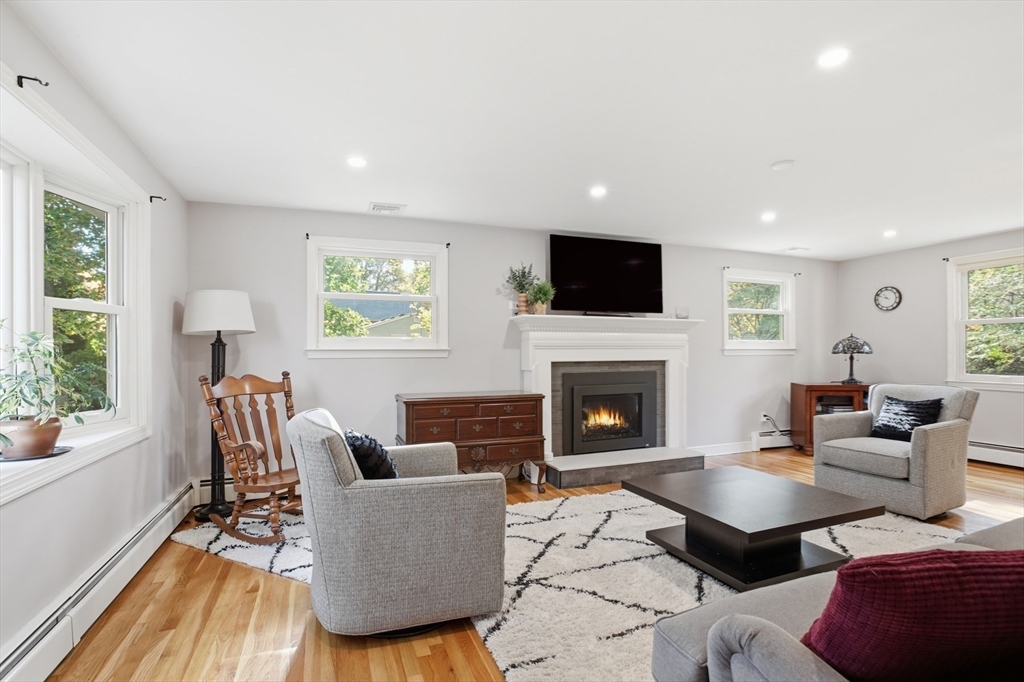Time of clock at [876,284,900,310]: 10:48
